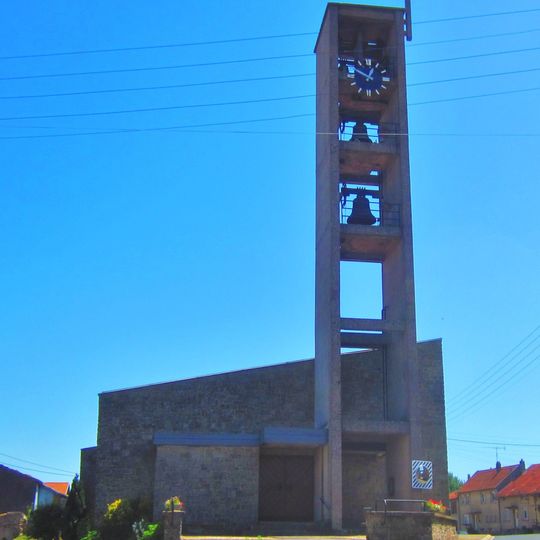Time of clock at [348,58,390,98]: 12:49
